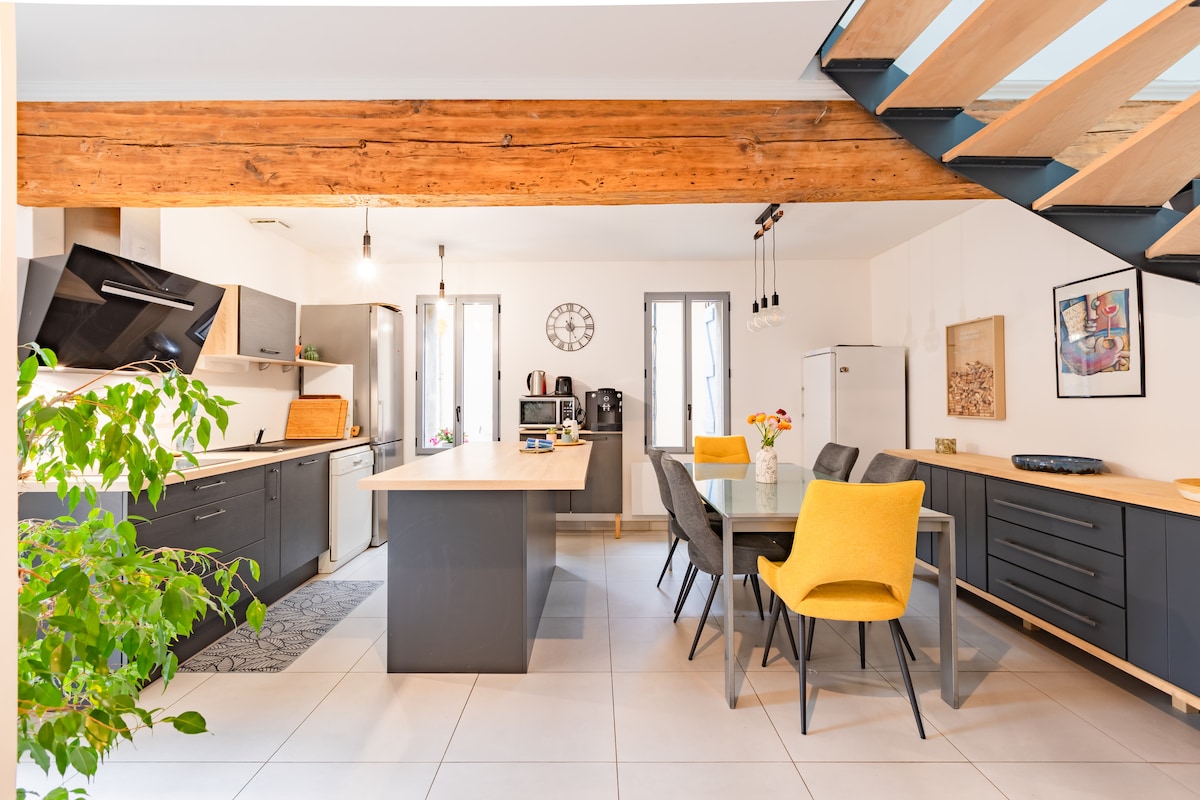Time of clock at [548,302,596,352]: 12:14
